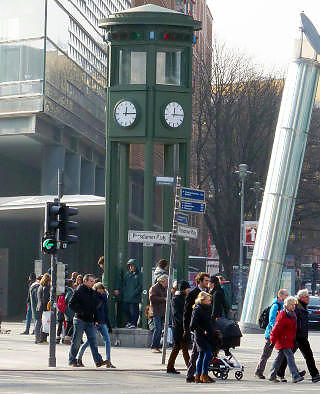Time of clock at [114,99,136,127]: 12:14
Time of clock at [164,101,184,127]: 12:14
